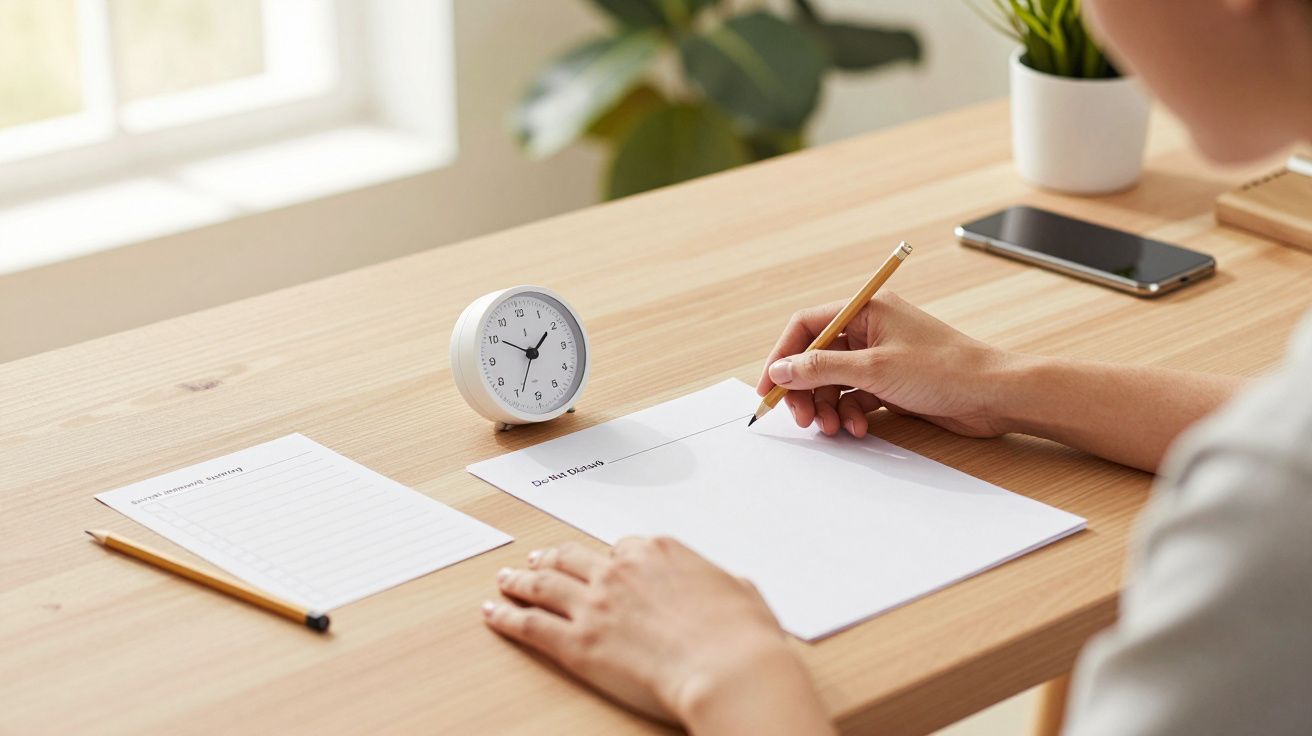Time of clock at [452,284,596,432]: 1:50
